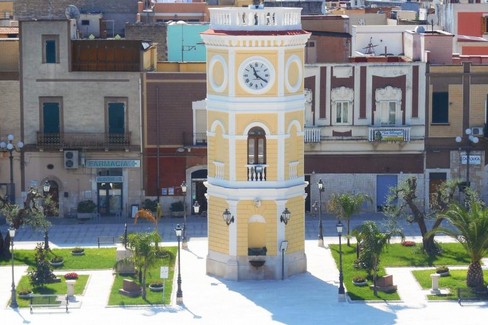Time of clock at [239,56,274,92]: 11:20
